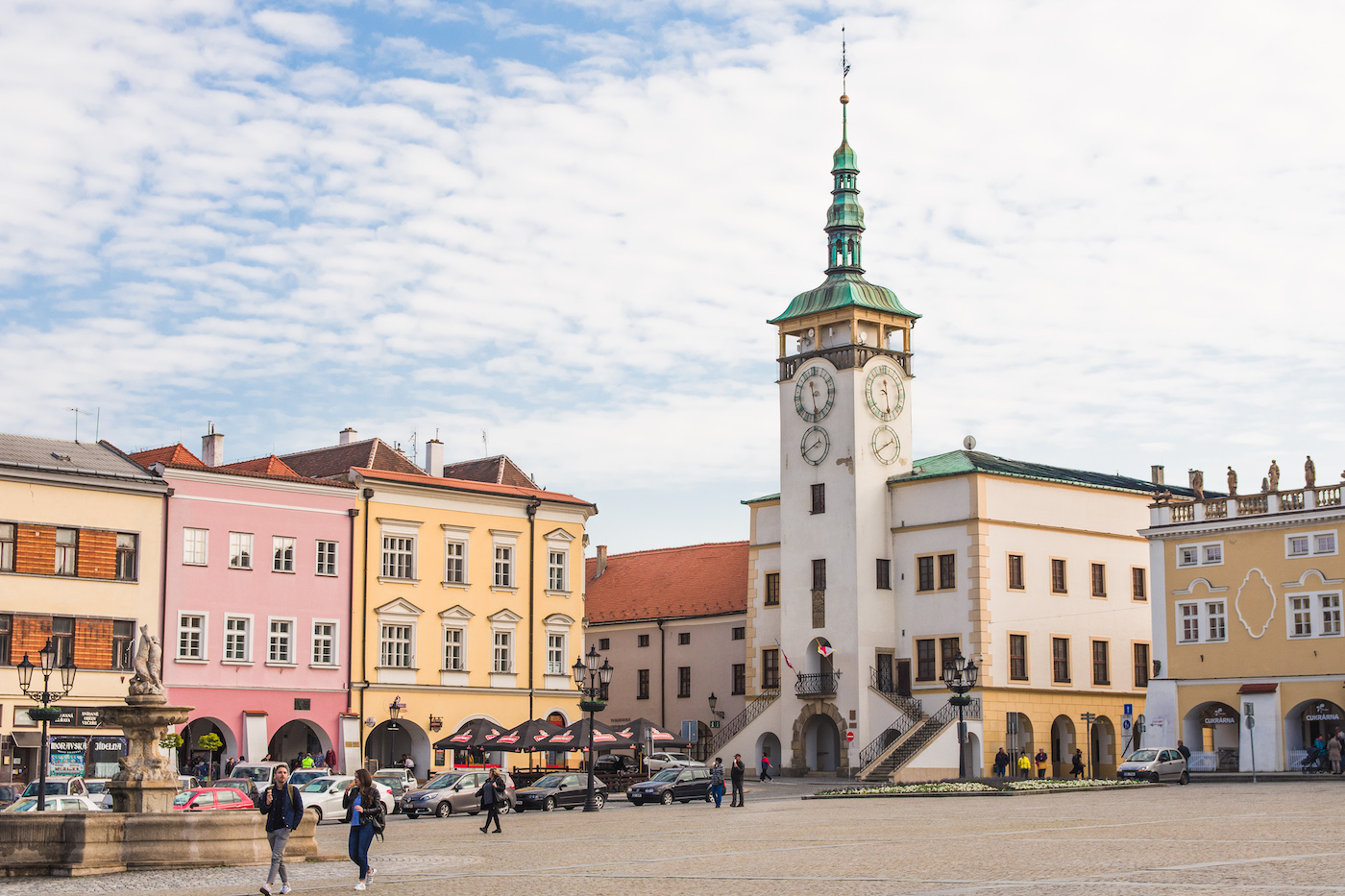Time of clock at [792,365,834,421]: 11:28
